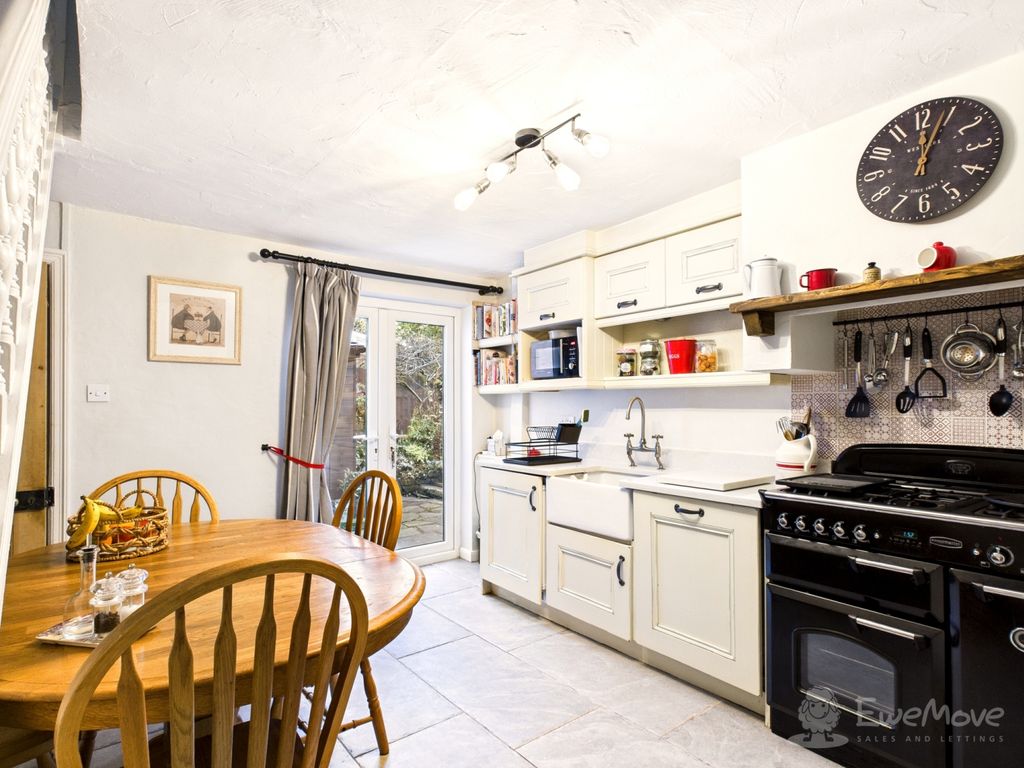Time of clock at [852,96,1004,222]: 12:04
